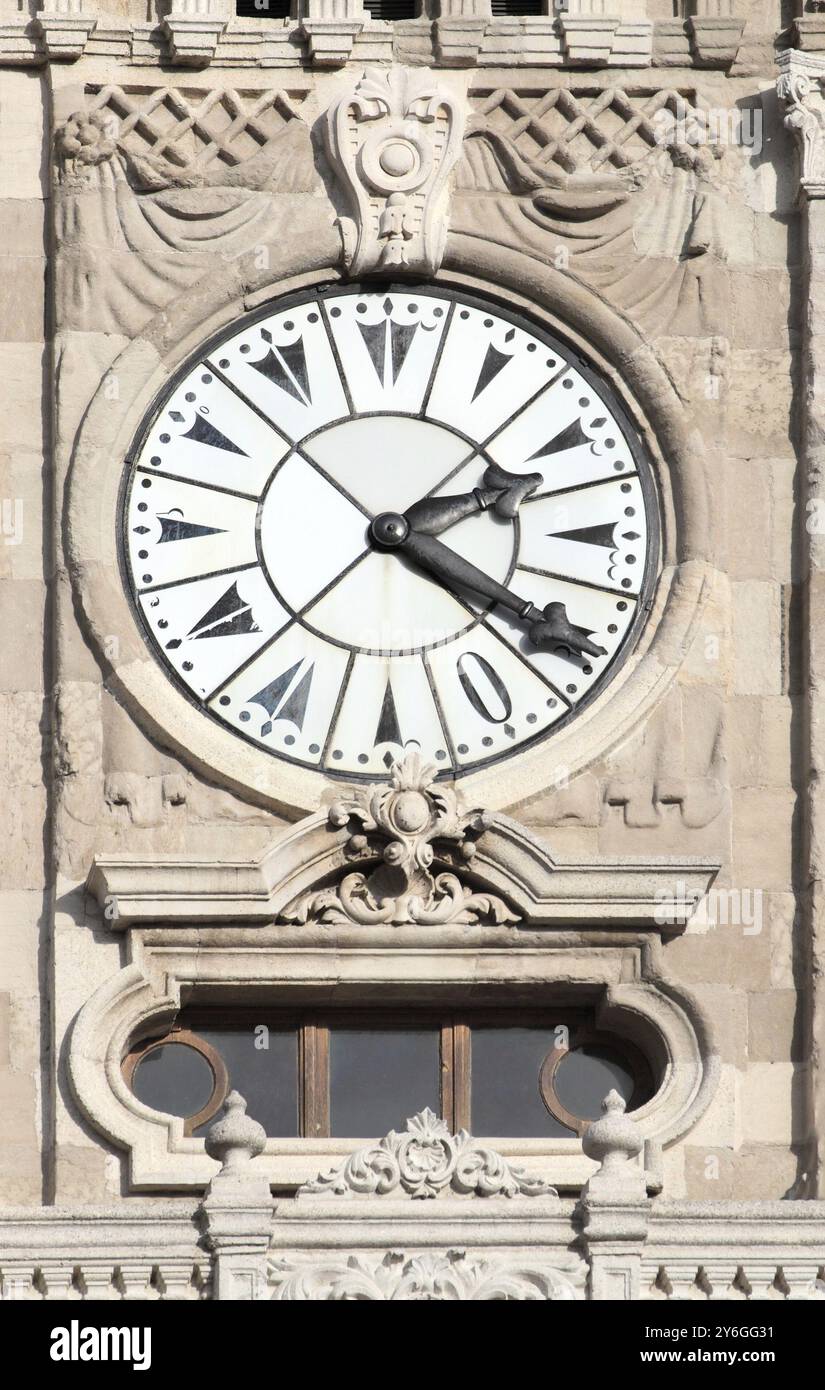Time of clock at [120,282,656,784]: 2:20
